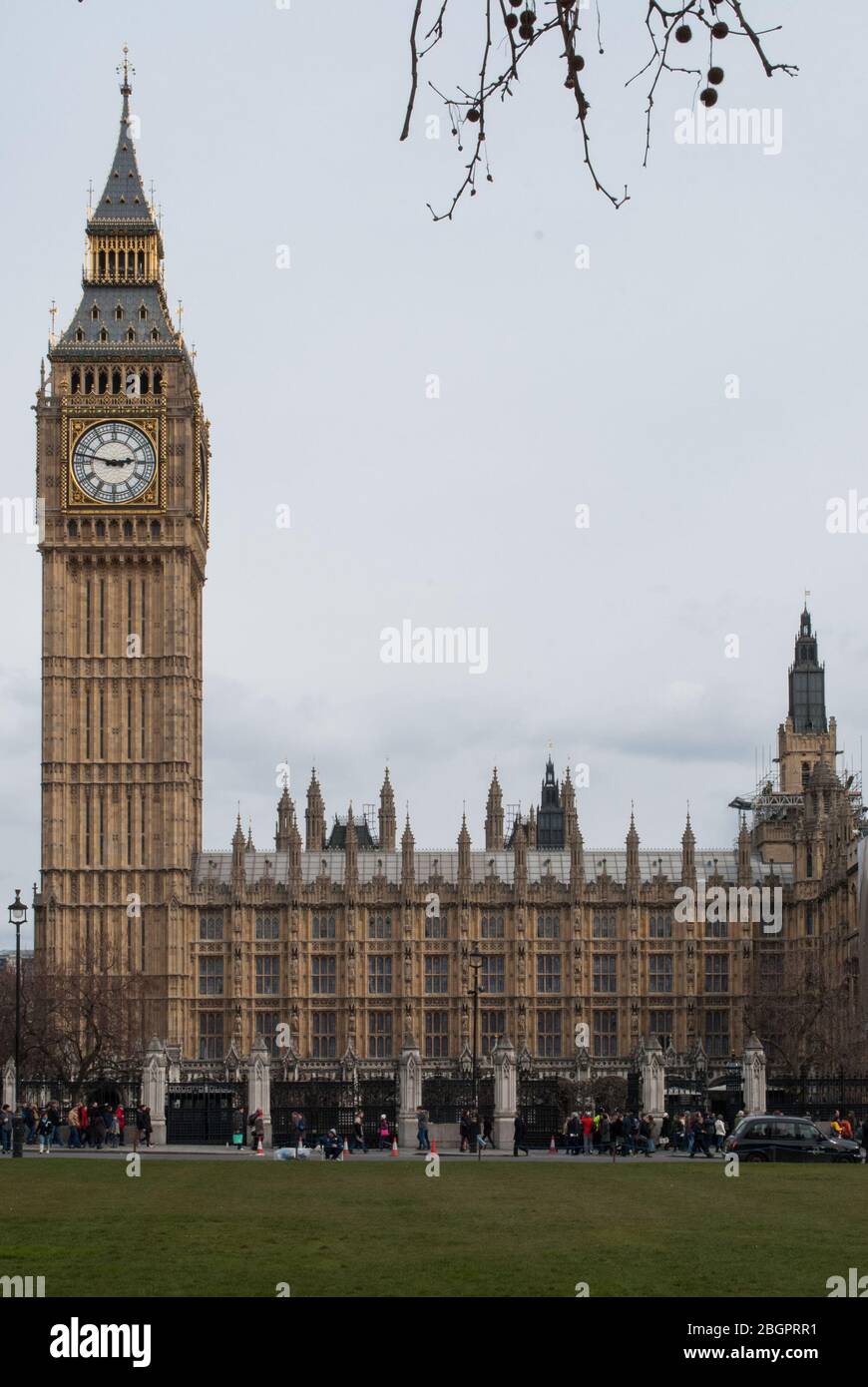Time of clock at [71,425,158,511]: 2:47
